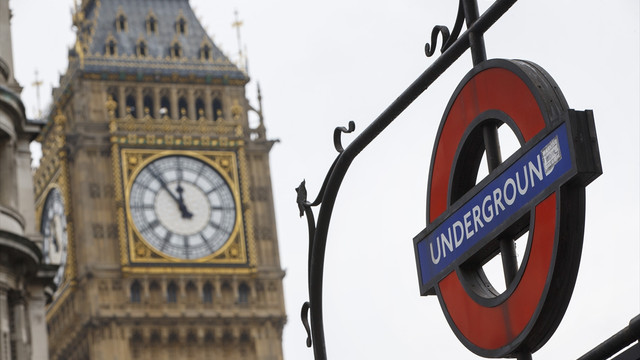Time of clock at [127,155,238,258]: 11:53
